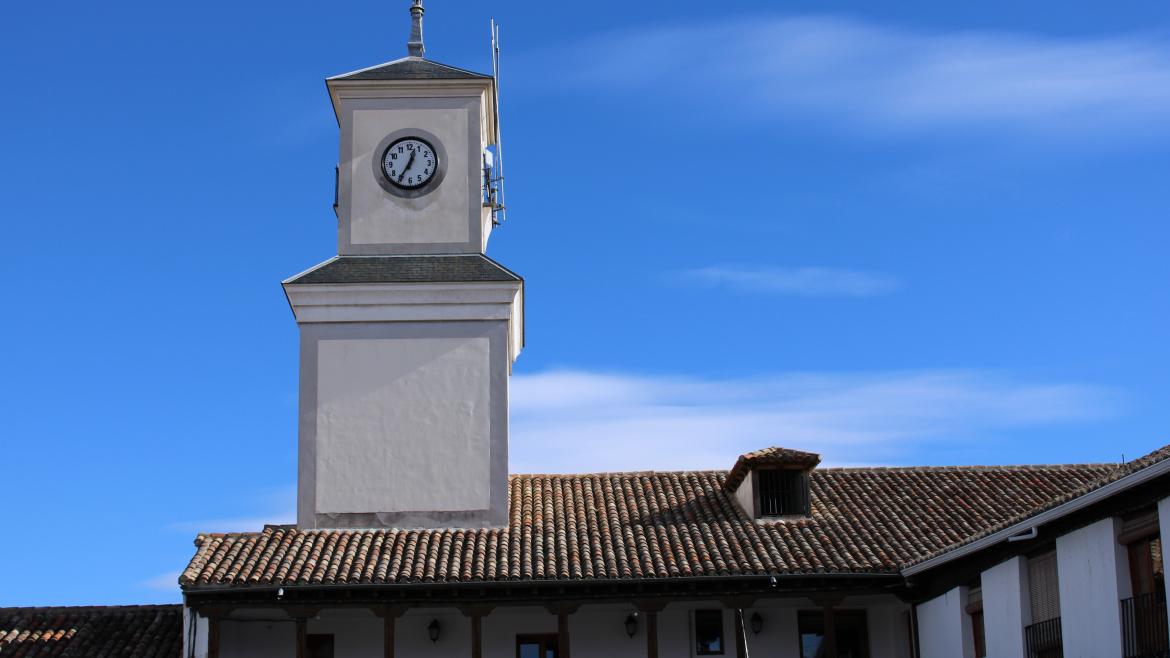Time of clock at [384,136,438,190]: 12:35
